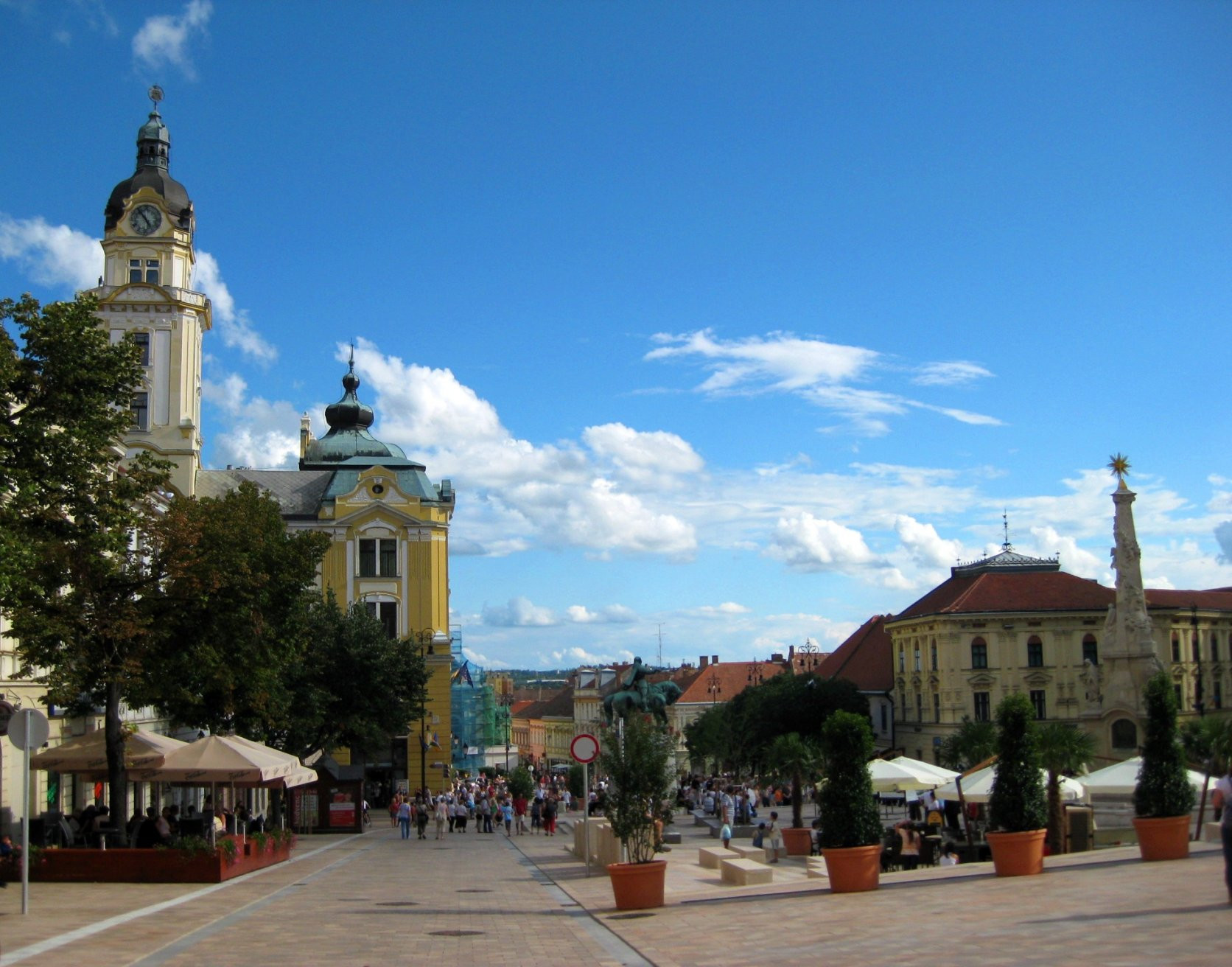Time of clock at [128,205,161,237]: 4:54
